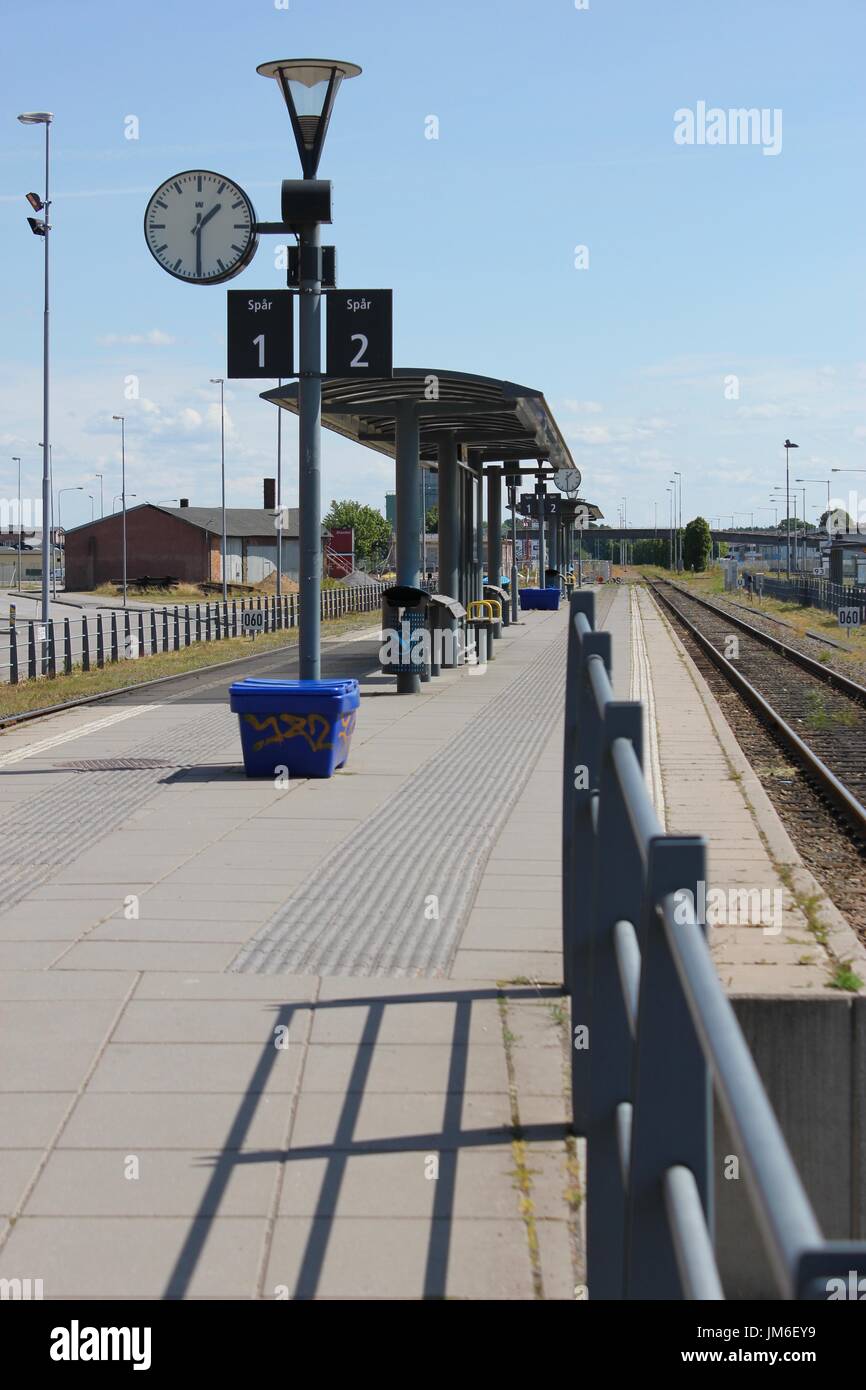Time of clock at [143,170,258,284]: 1:30
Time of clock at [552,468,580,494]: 1:30
